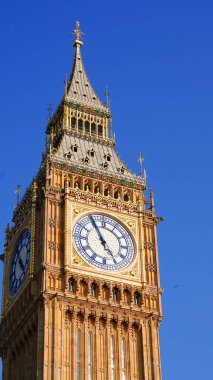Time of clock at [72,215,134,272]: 4:55
